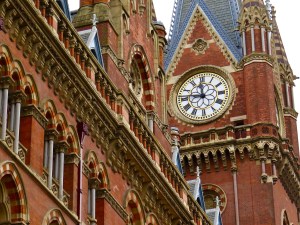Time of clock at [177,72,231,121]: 11:46
